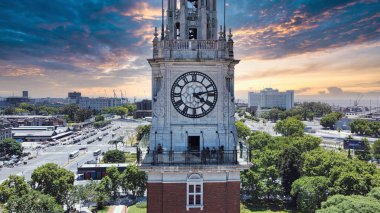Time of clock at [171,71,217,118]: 4:13
